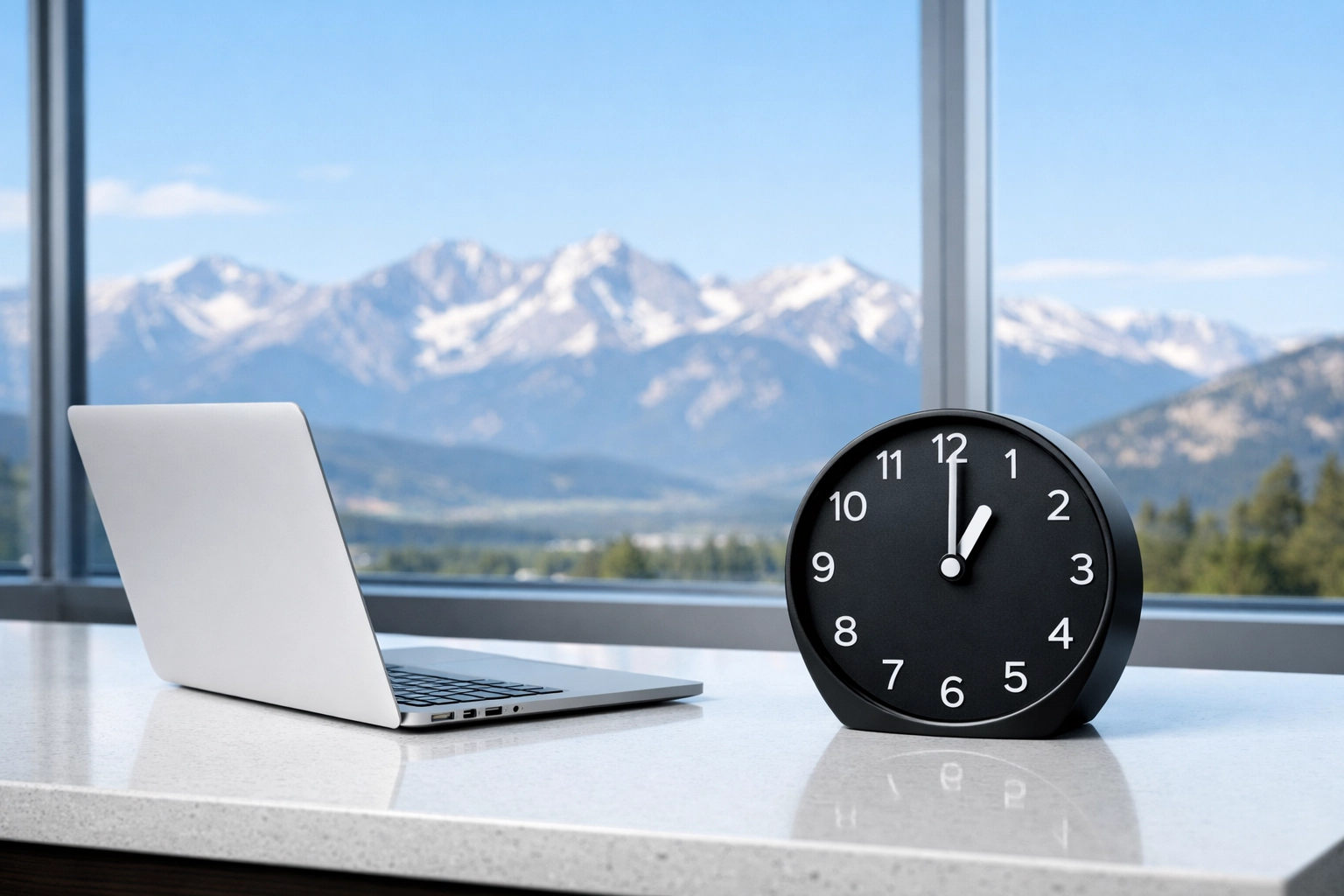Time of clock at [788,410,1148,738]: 1:00
